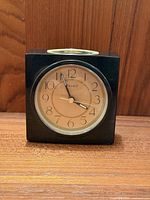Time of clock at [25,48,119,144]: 3:56
